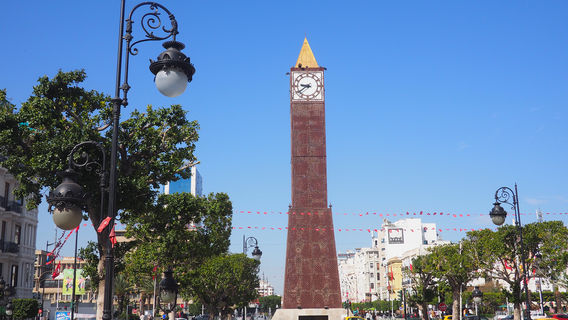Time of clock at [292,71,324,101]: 9:39
